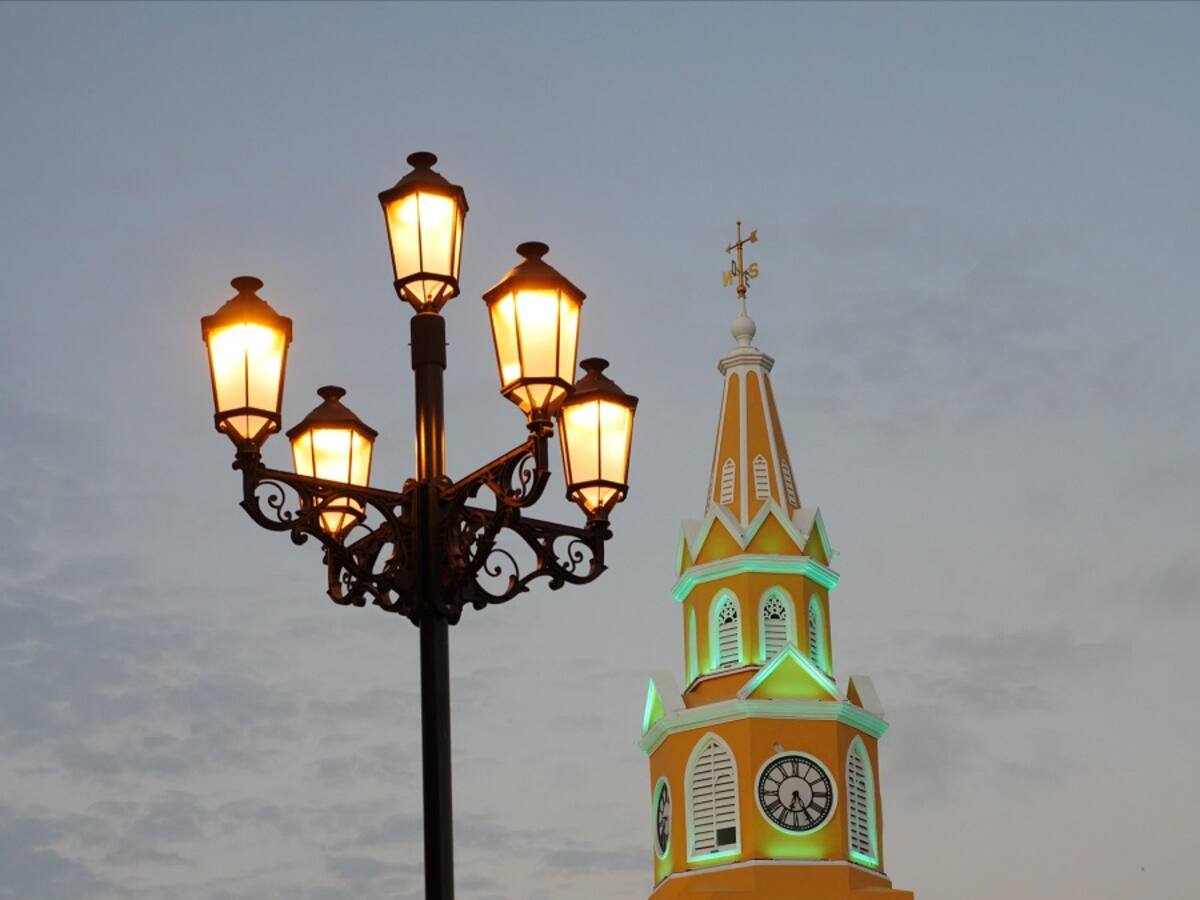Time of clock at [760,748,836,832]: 6:24
